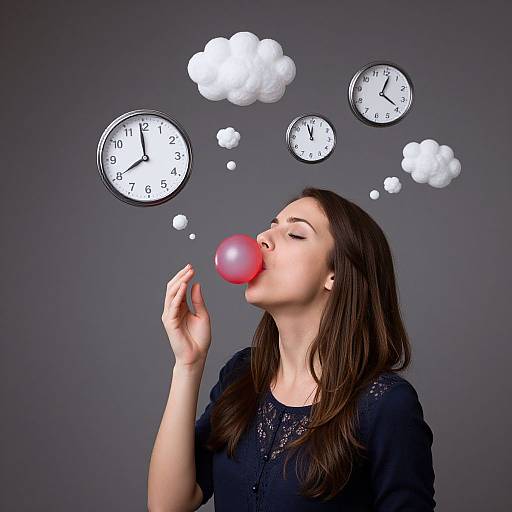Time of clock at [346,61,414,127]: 12:18
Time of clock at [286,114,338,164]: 11:56
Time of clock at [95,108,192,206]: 7:59
